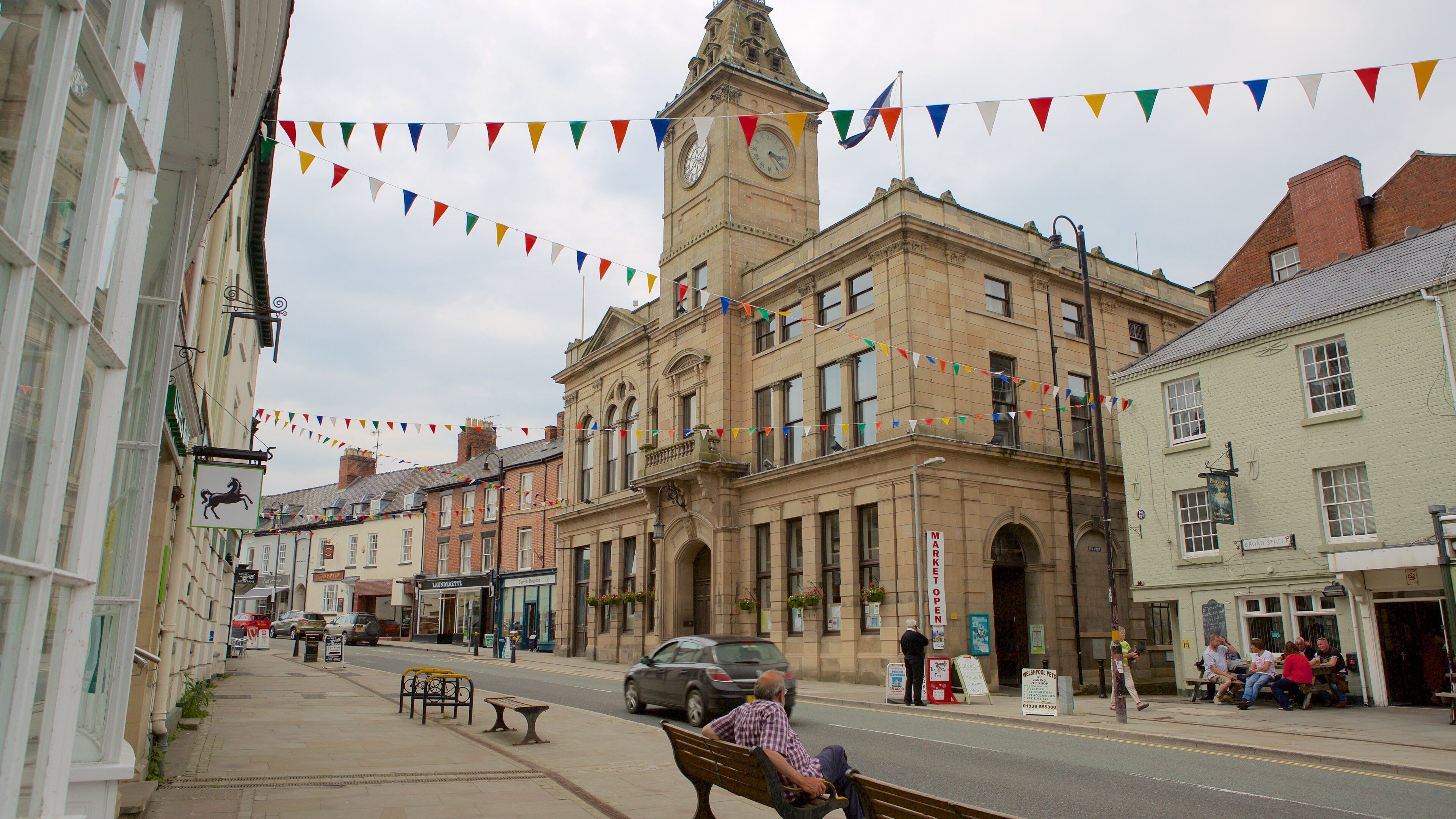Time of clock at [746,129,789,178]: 3:21
